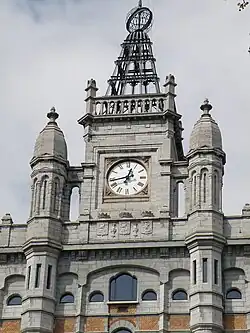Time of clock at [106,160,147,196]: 12:43
